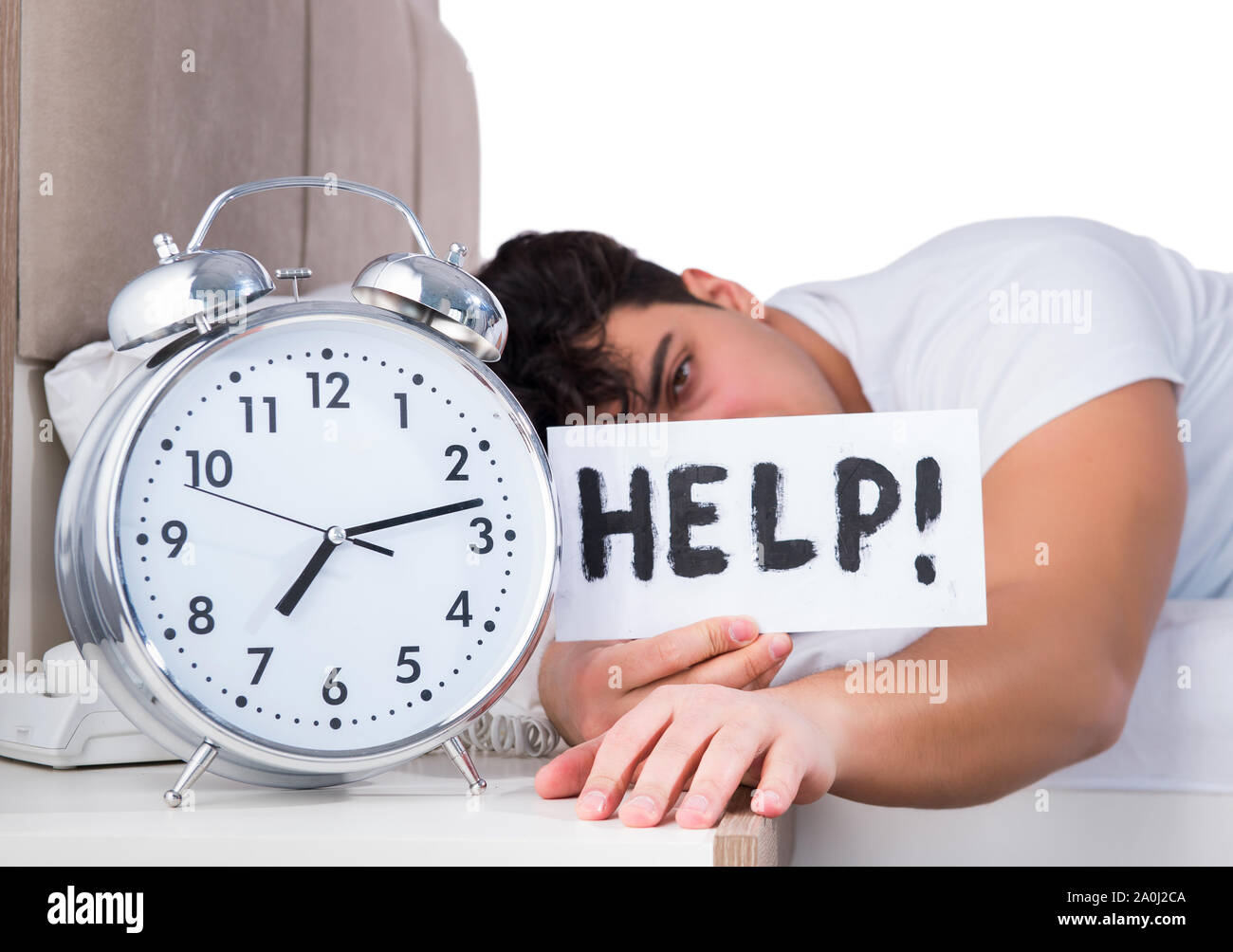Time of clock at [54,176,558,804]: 7:13
